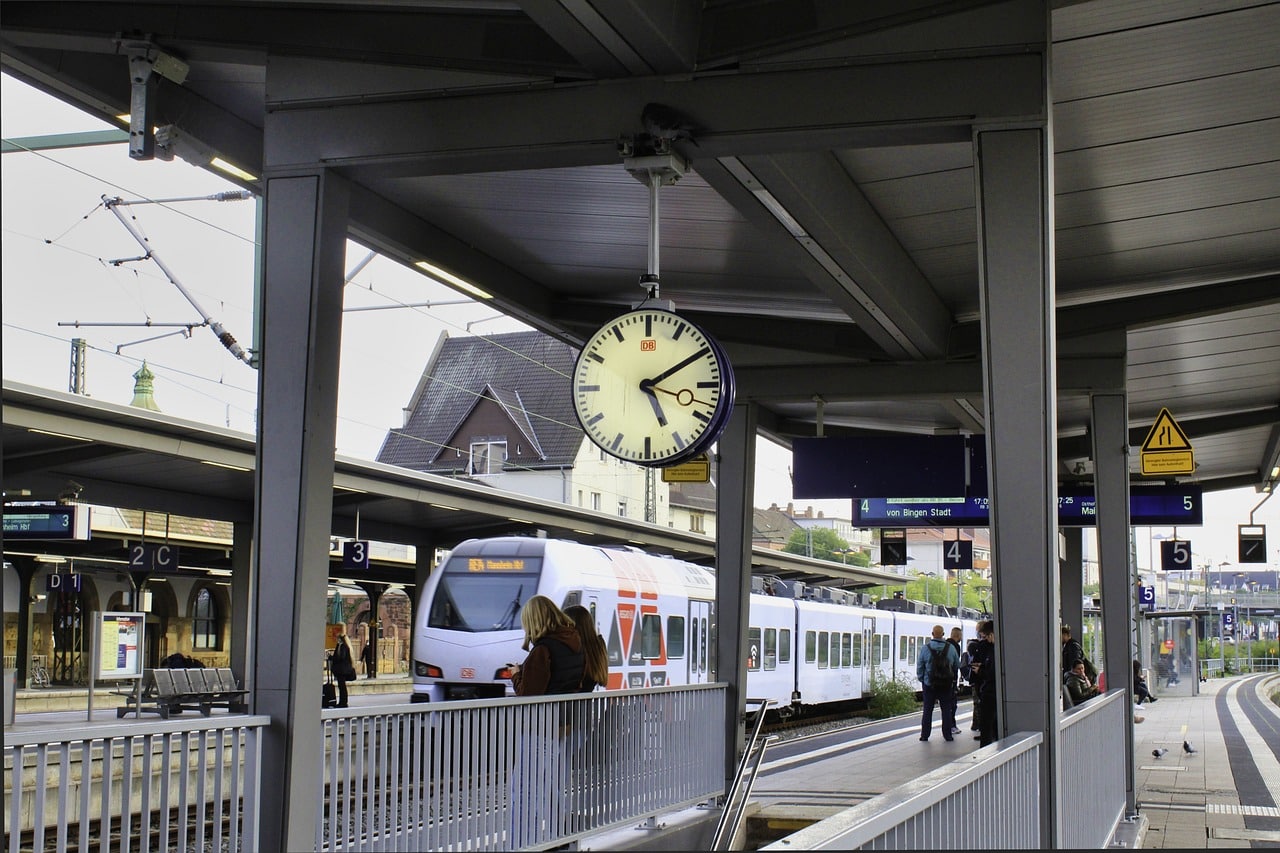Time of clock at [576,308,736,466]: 5:09
